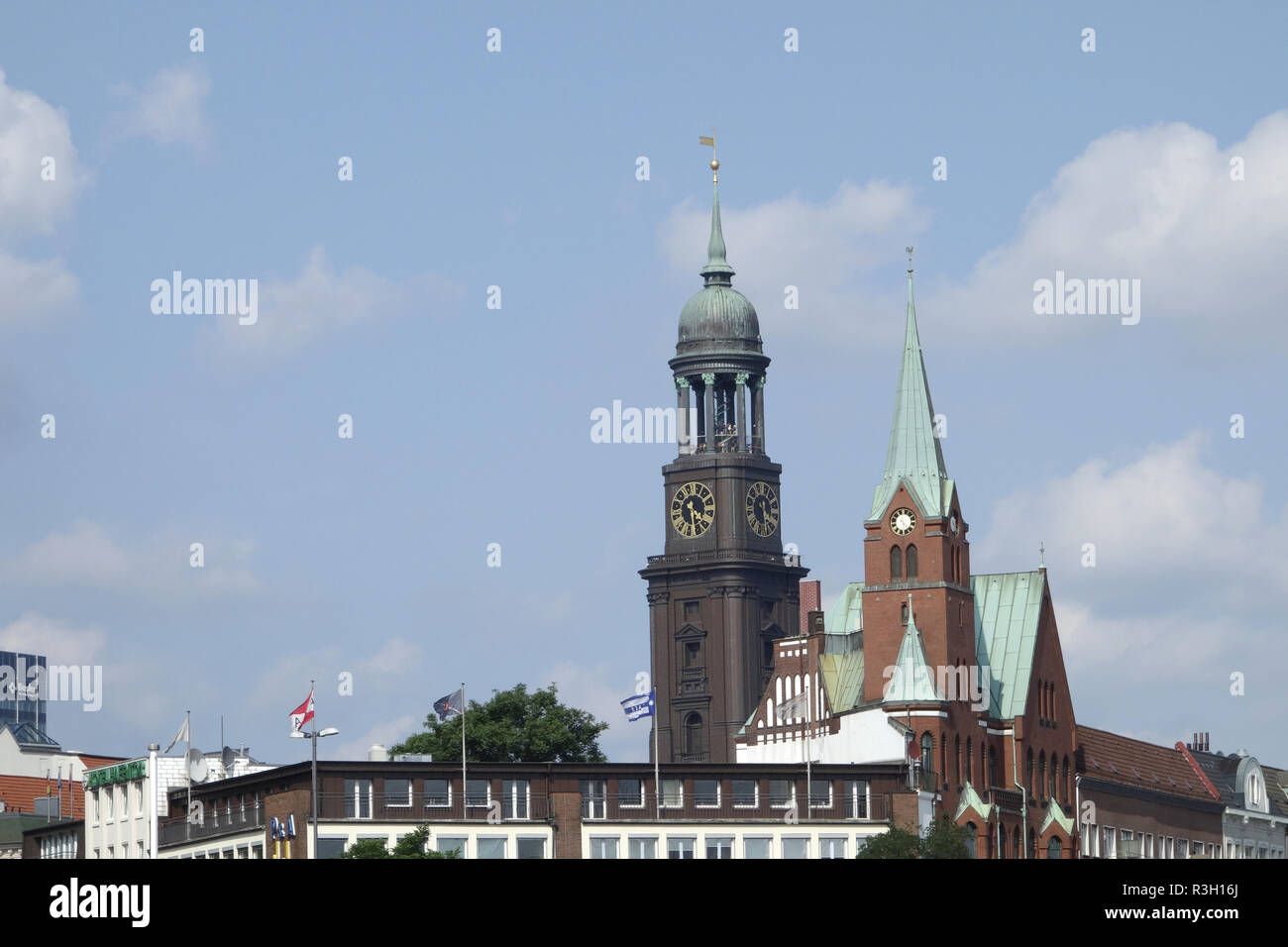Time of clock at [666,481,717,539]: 4:28
